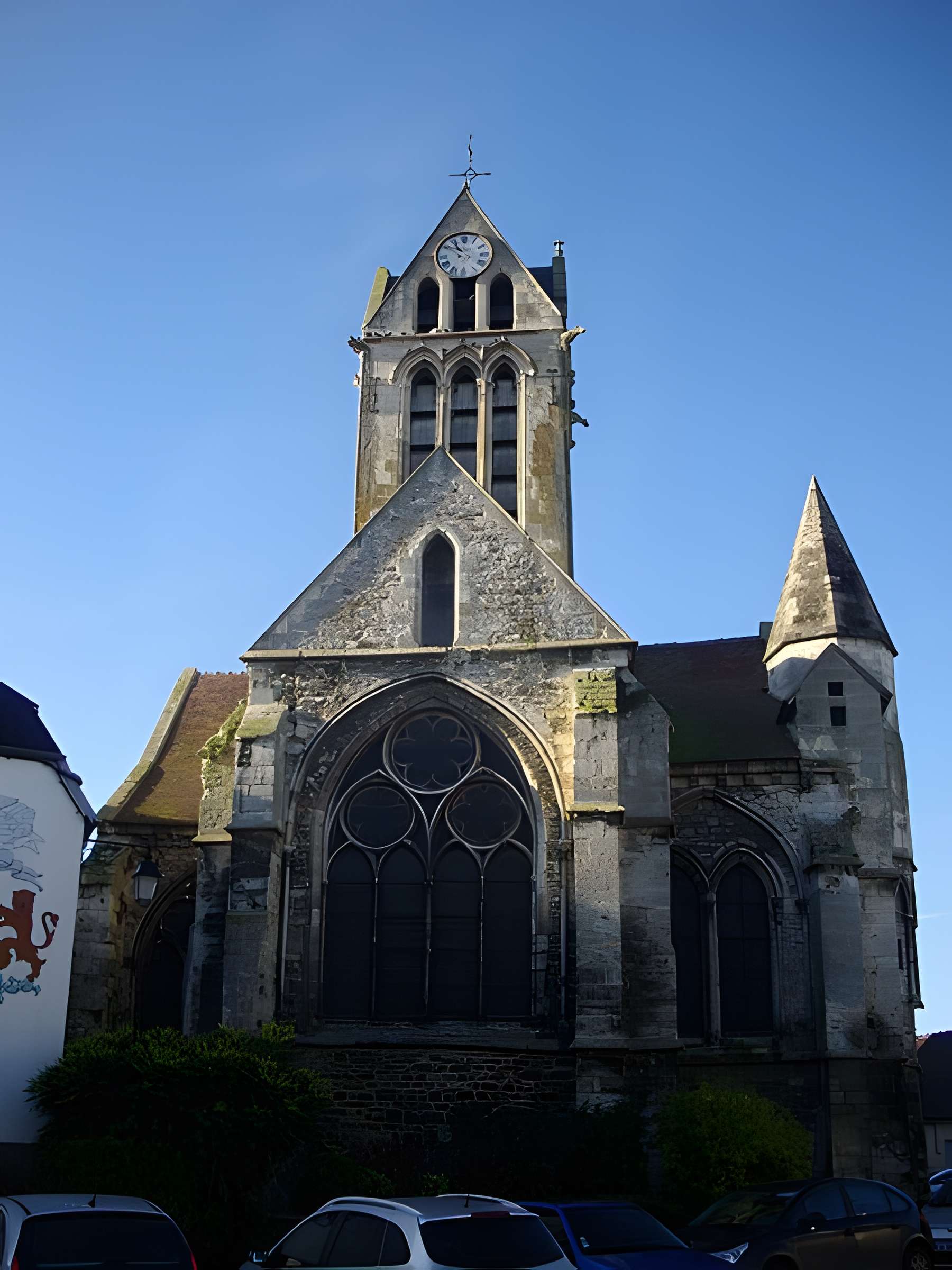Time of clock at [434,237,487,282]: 10:50
